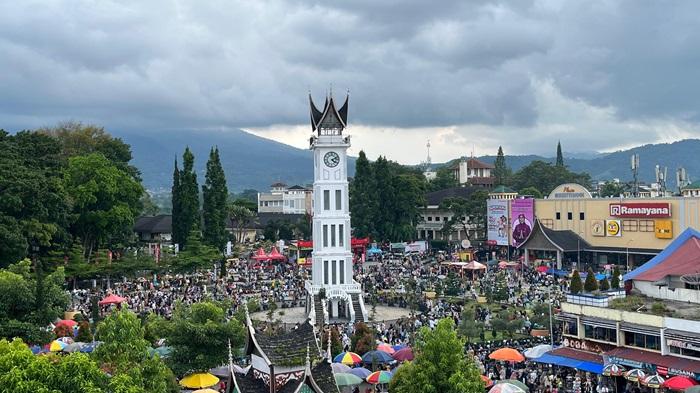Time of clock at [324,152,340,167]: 4:11
